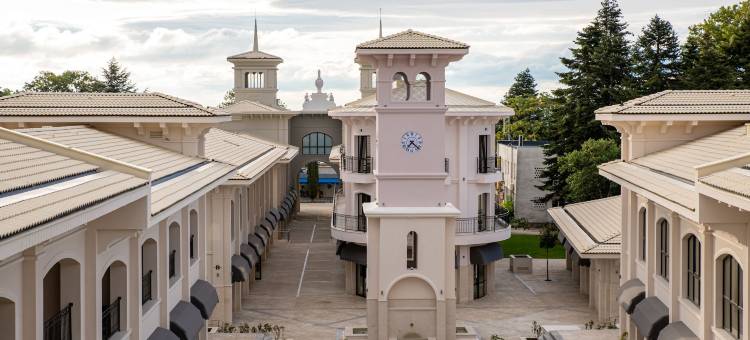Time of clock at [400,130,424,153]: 7:22
